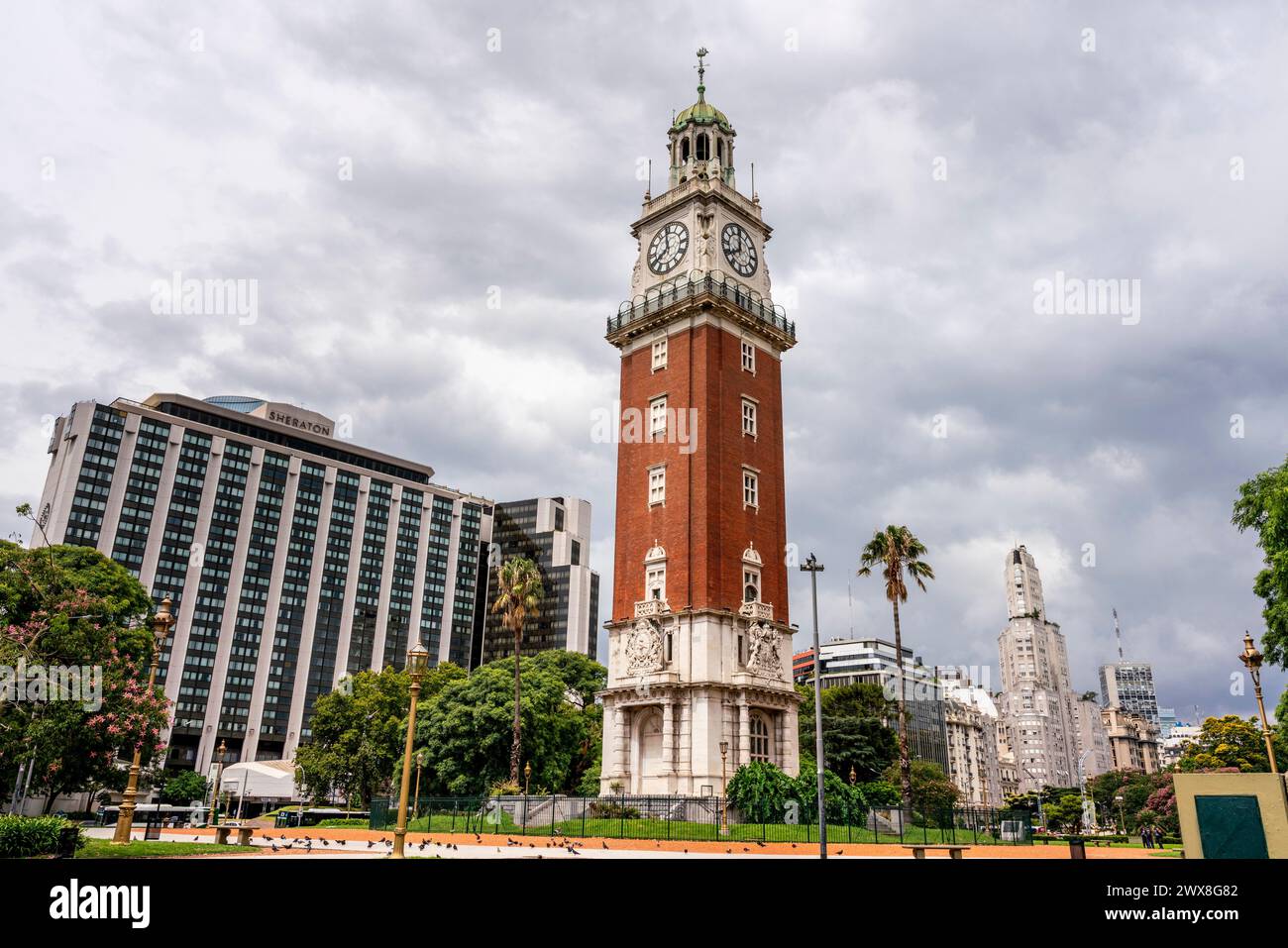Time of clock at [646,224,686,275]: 7:59
